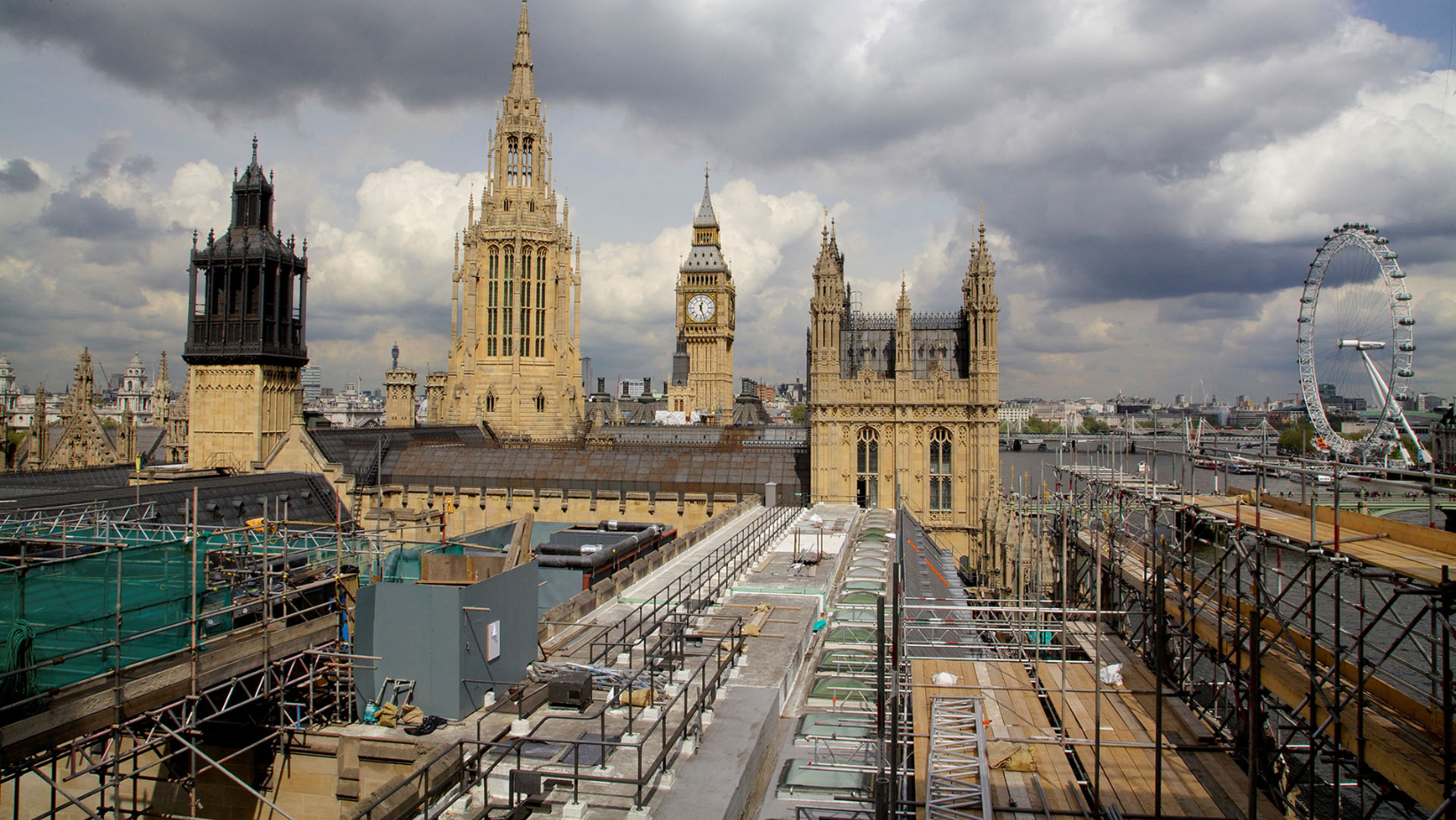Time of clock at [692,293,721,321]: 12:26
